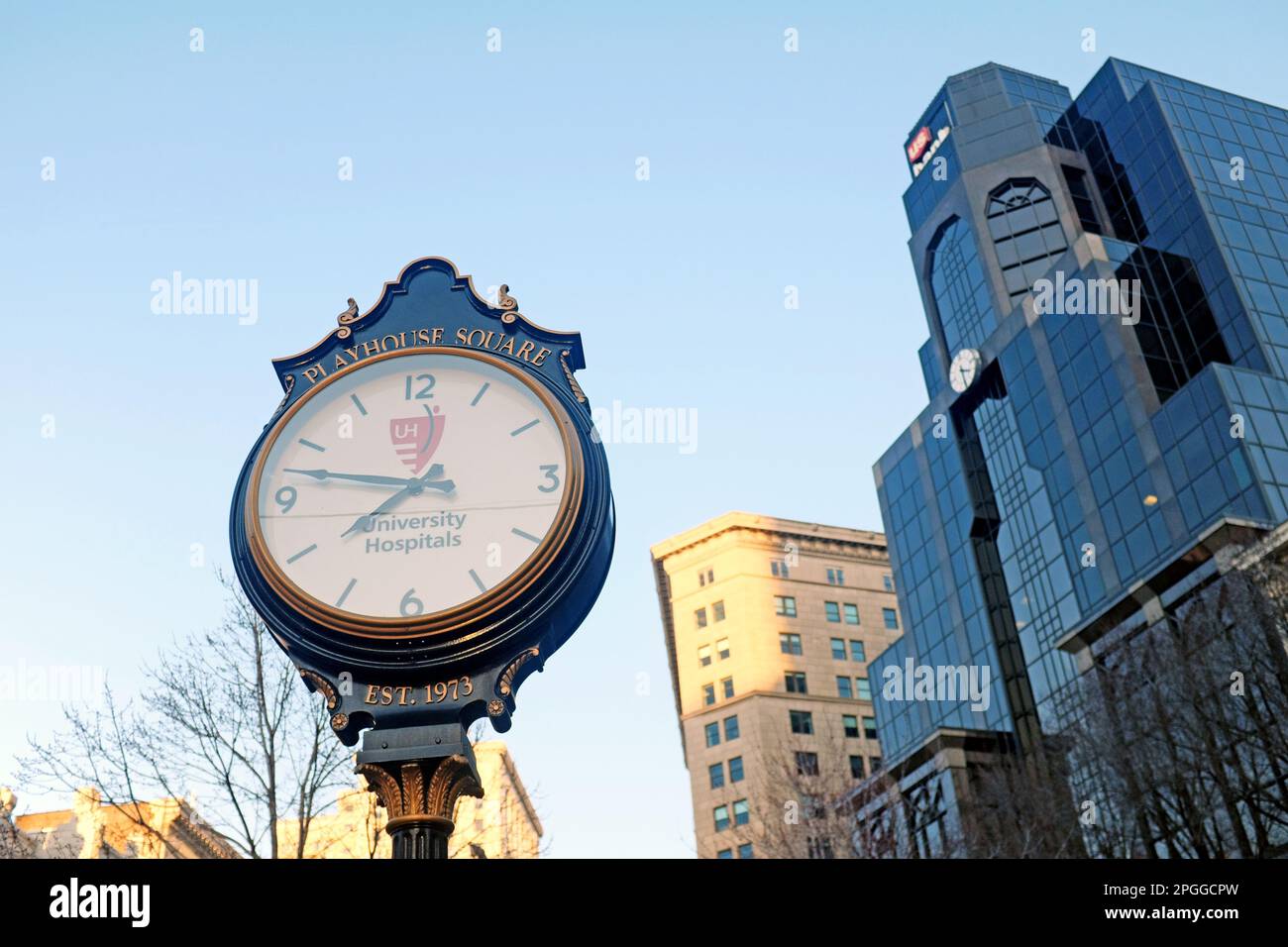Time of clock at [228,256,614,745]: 7:47
